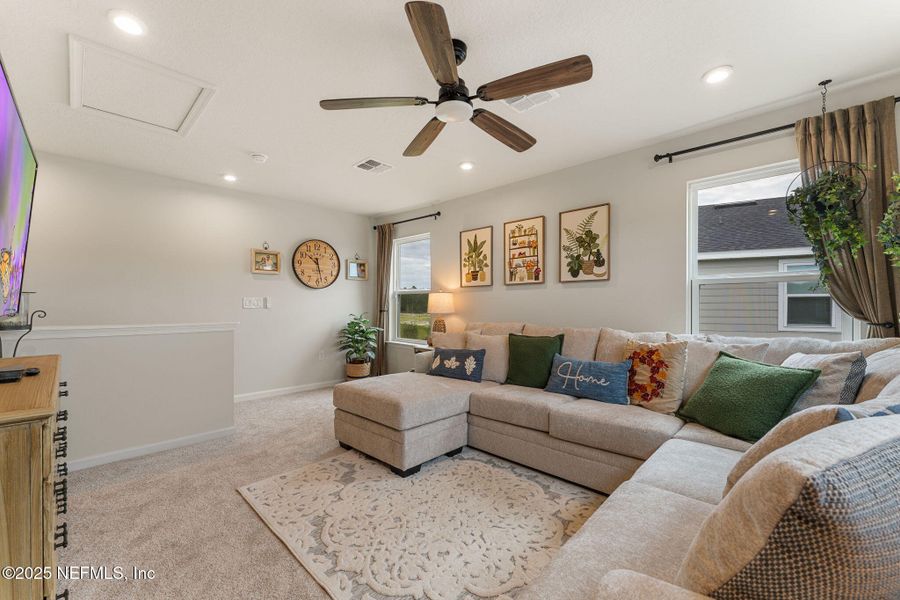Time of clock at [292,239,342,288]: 10:28
